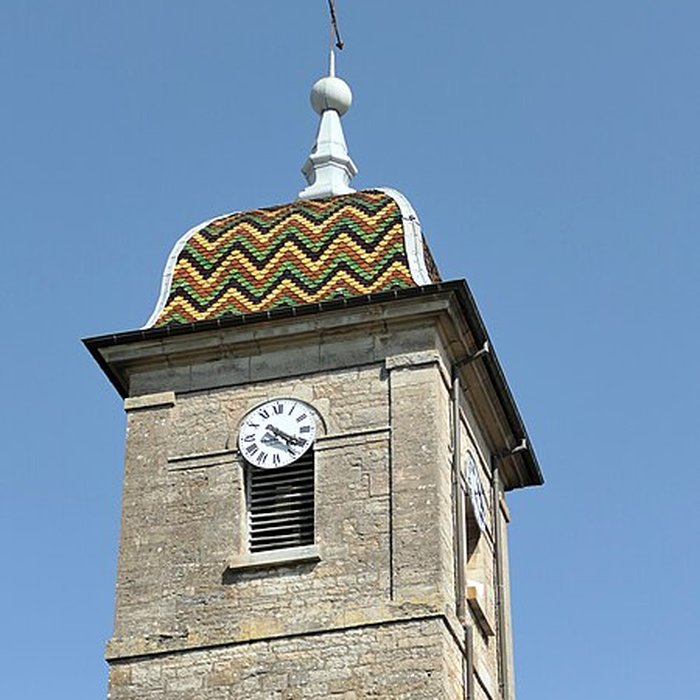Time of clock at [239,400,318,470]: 4:20
